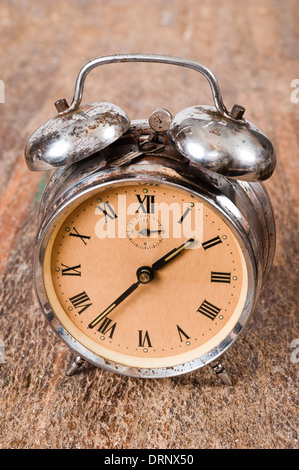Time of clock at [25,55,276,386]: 1:36
